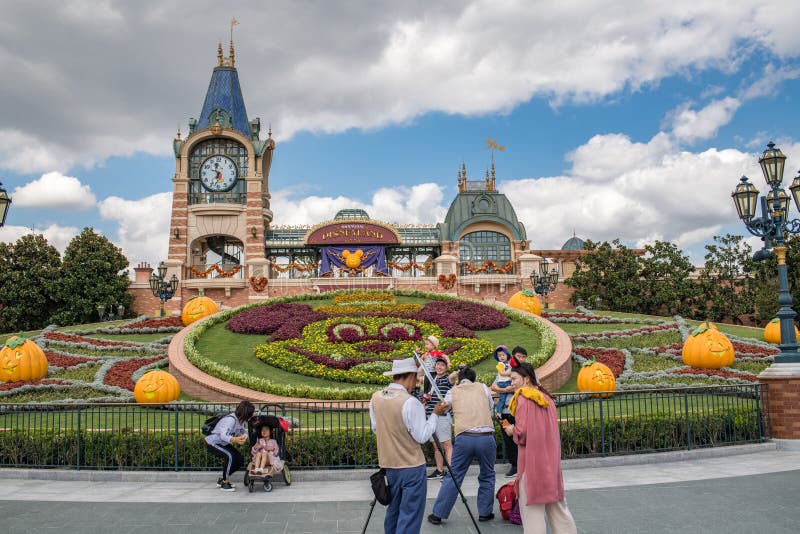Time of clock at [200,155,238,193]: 11:32
